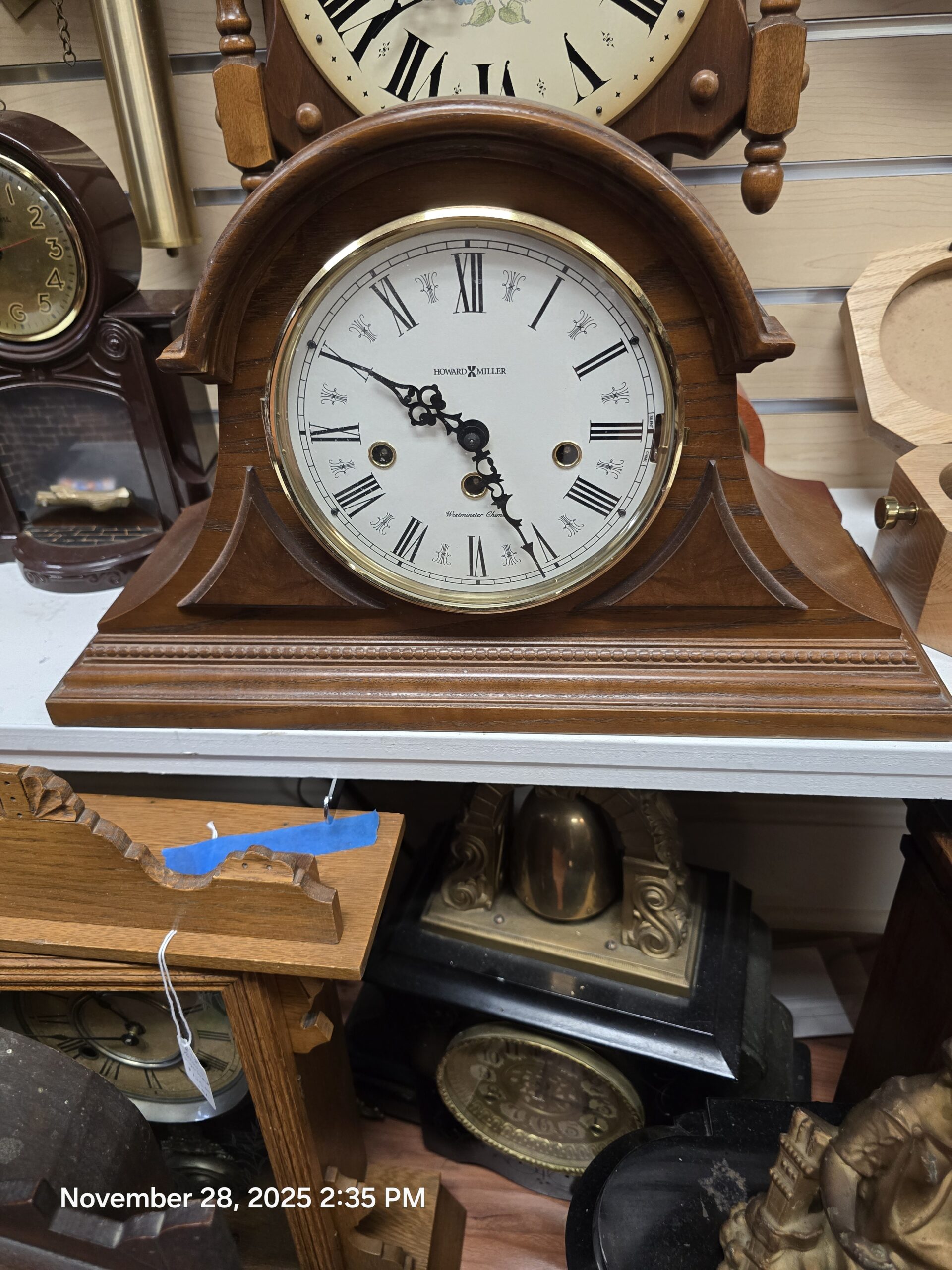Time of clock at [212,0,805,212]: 4:50
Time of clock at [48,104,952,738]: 4:50
